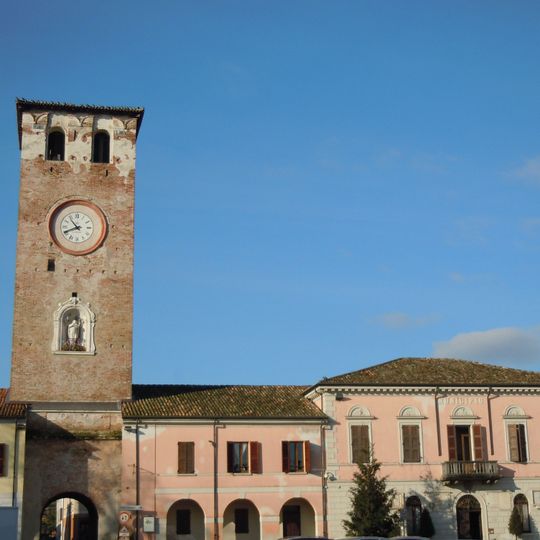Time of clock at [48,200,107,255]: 10:41
